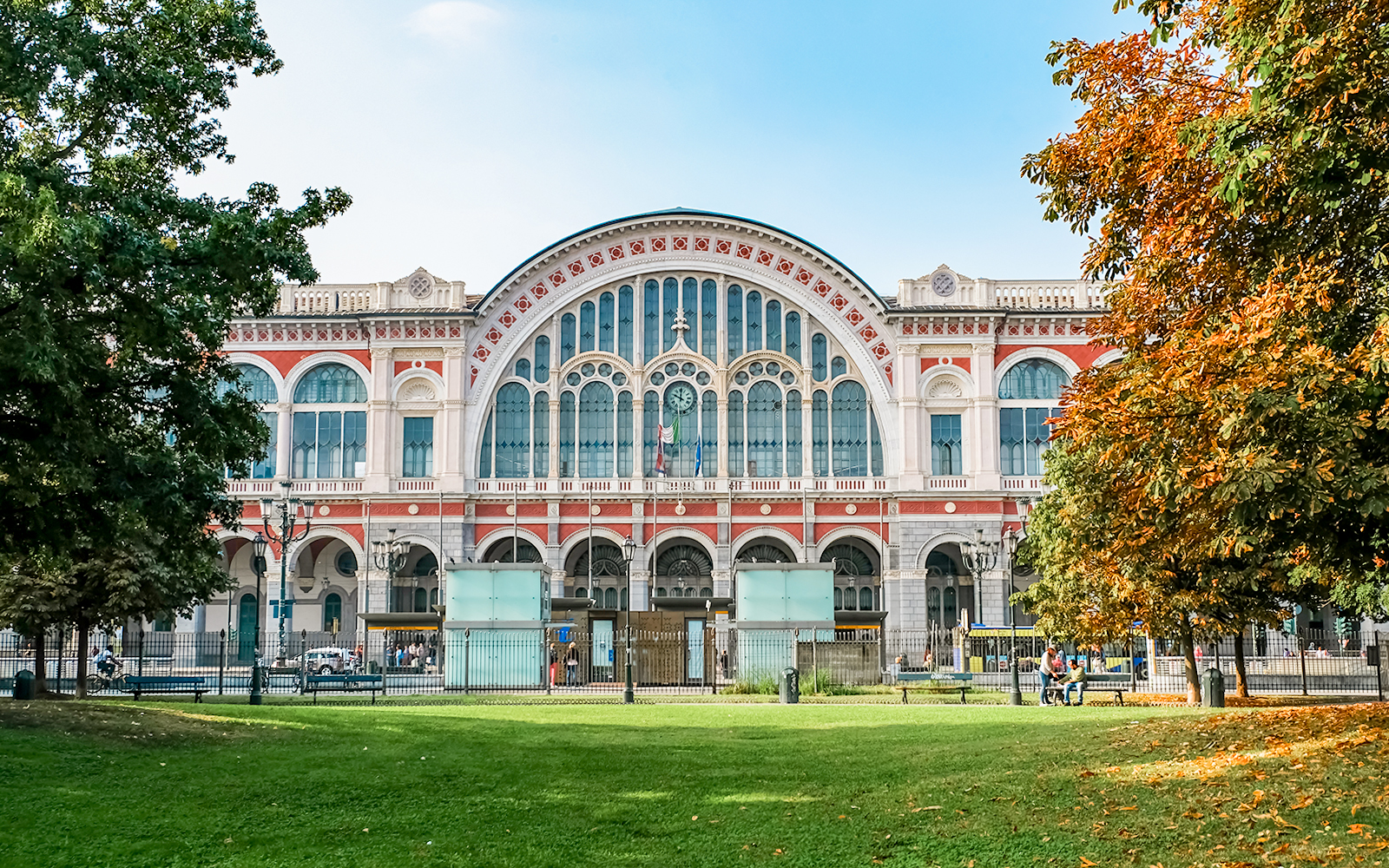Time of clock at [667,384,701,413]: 10:00
